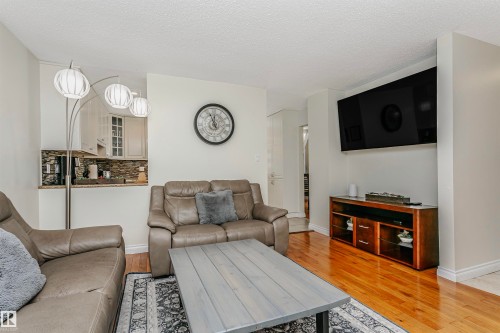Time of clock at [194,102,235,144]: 11:56
